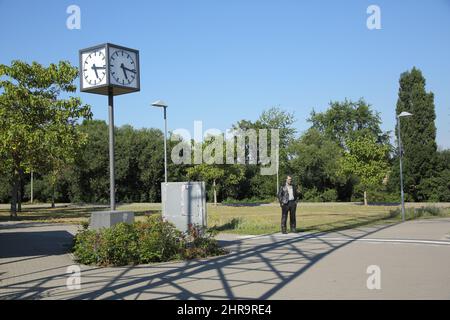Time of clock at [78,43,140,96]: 5:16
